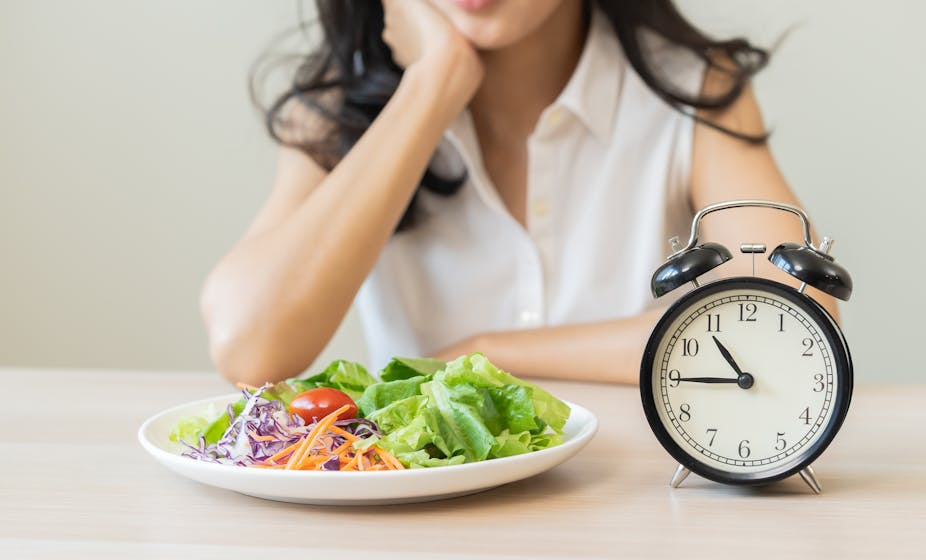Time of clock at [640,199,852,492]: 10:45
